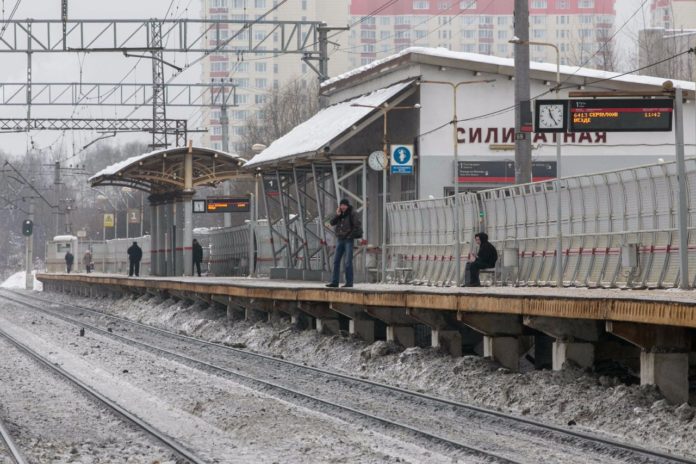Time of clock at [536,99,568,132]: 11:23
